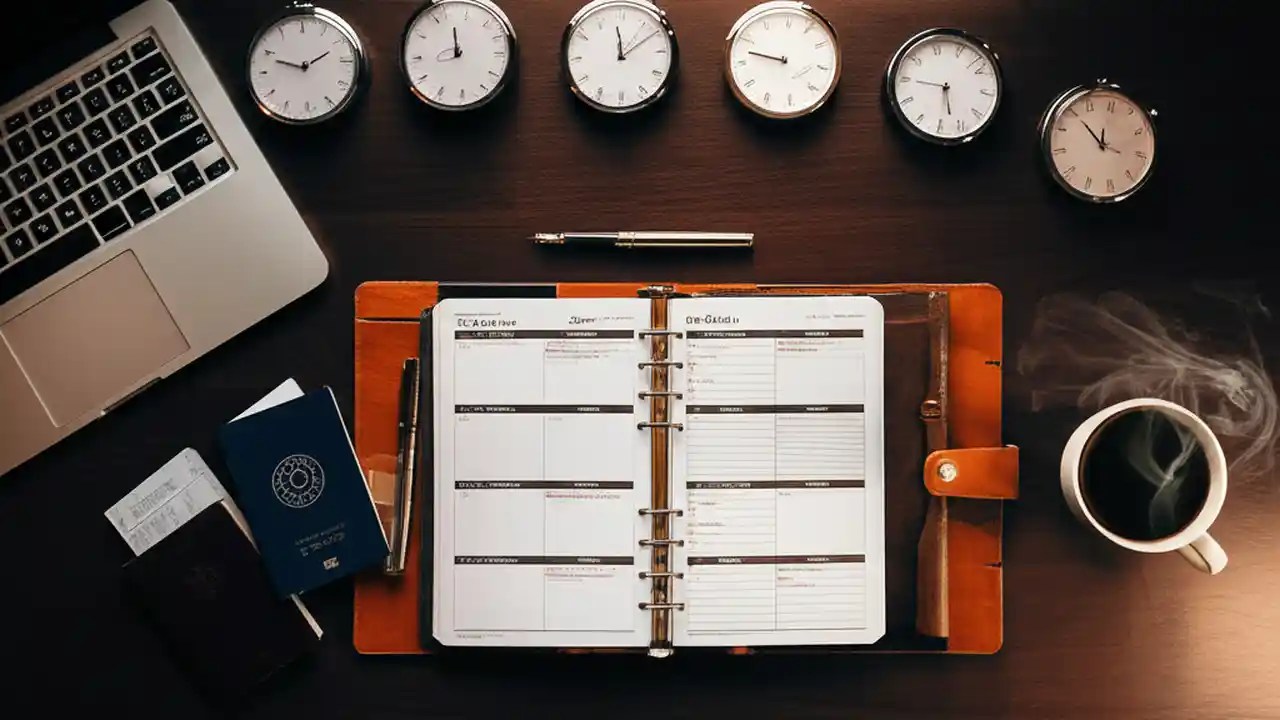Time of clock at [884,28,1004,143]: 5:45
